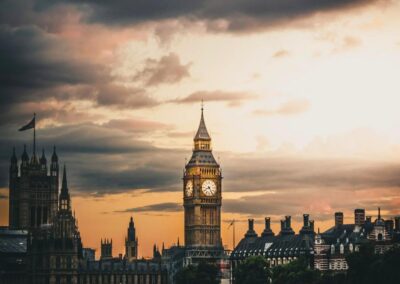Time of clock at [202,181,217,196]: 8:24
